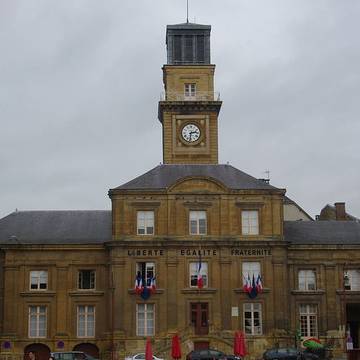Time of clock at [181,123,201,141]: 2:31
